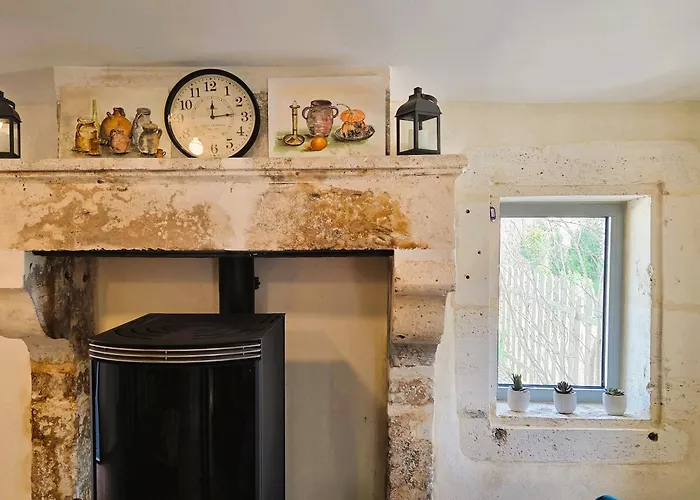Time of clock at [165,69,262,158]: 12:14
